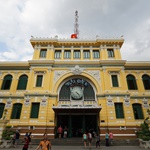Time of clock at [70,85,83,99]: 4:22
